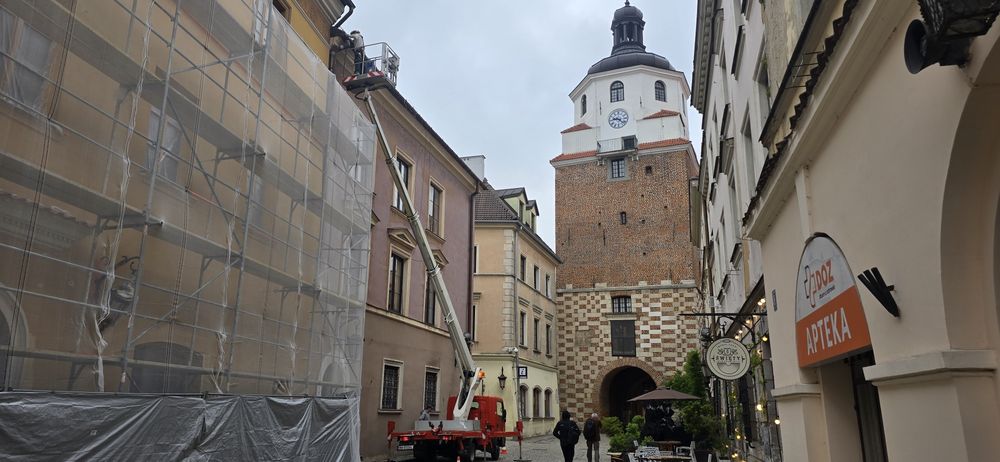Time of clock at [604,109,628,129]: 9:22
